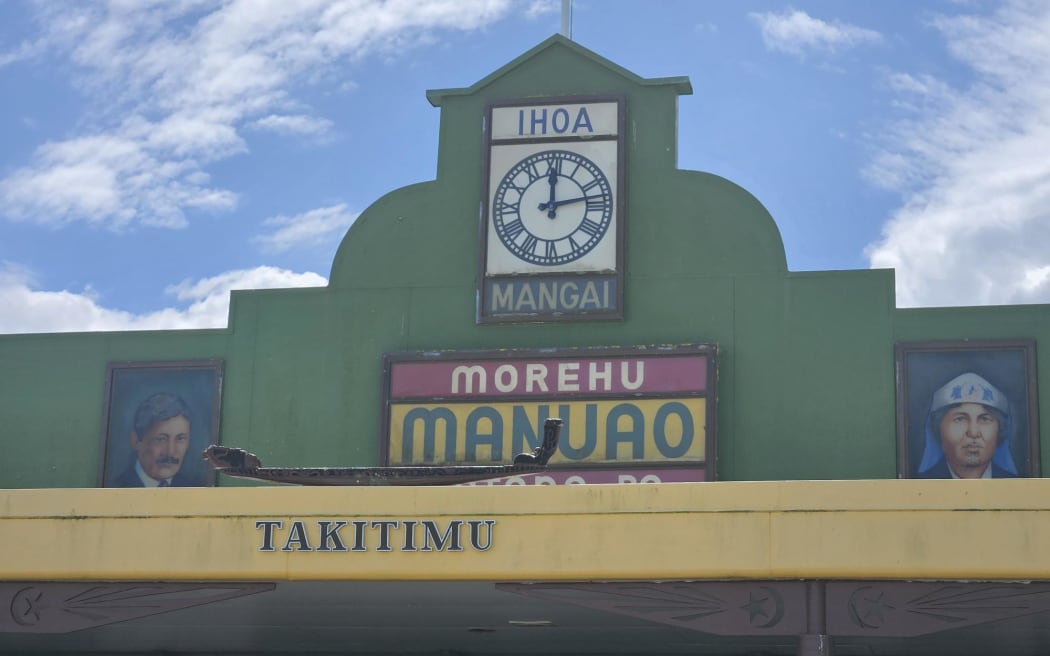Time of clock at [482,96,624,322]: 12:13
